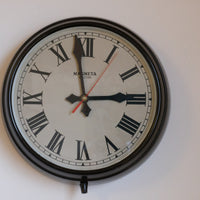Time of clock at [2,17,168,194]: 2:58
